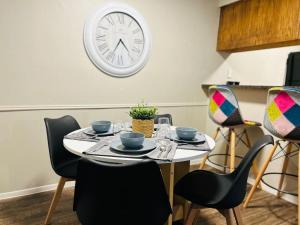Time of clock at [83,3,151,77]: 4:35
